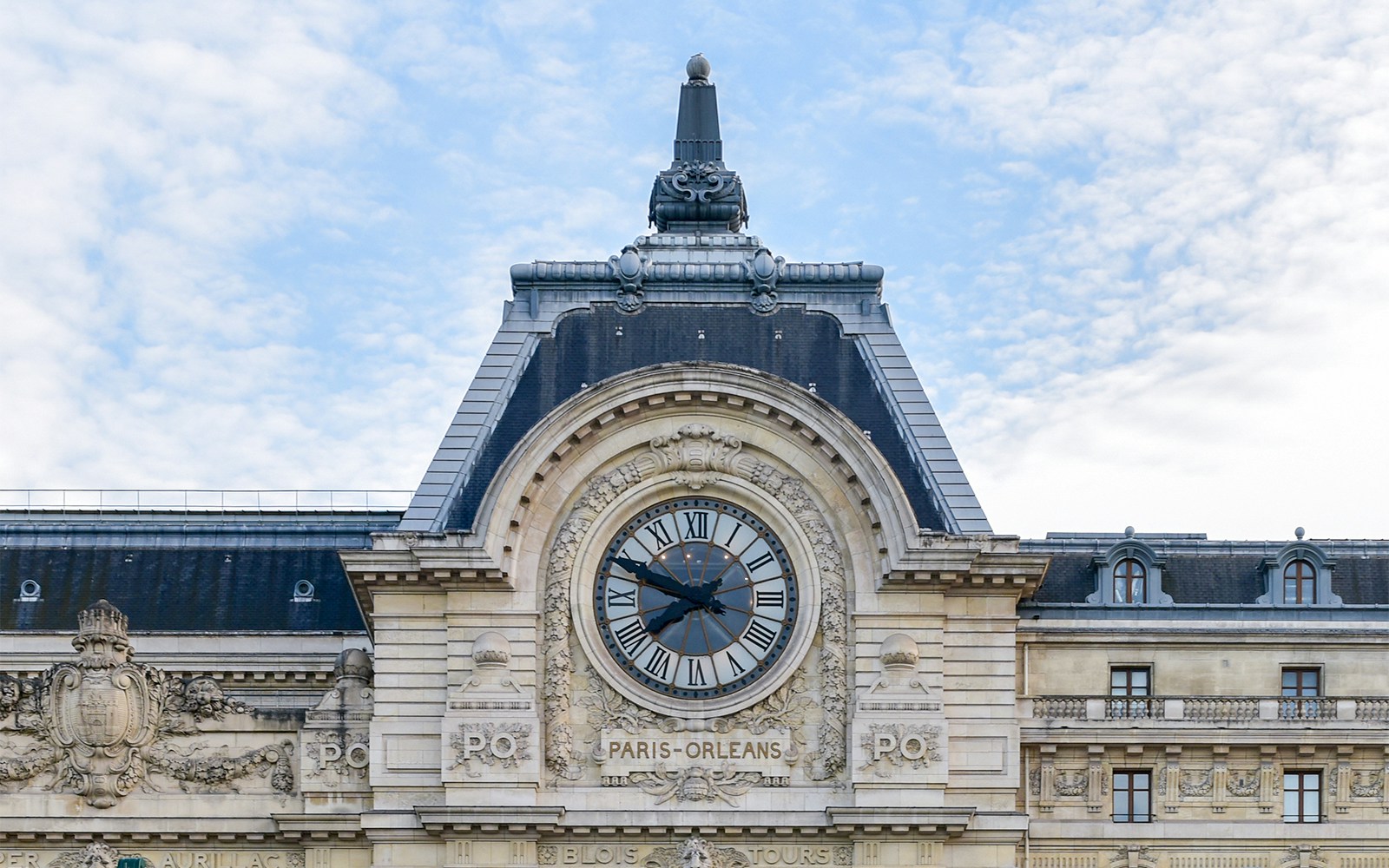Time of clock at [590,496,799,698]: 7:48
